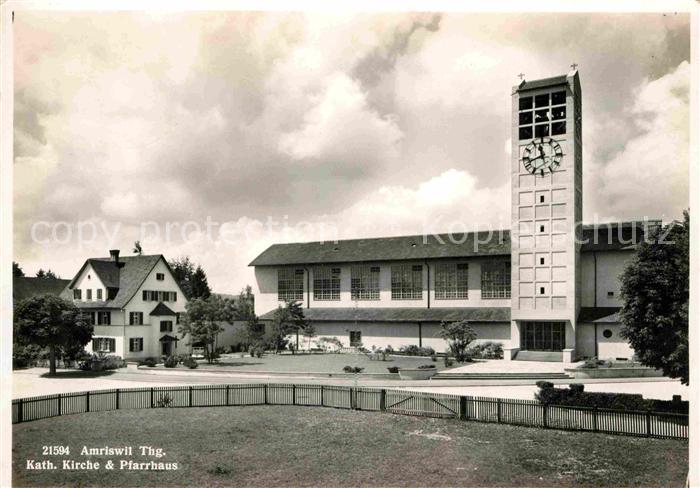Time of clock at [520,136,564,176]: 11:41
